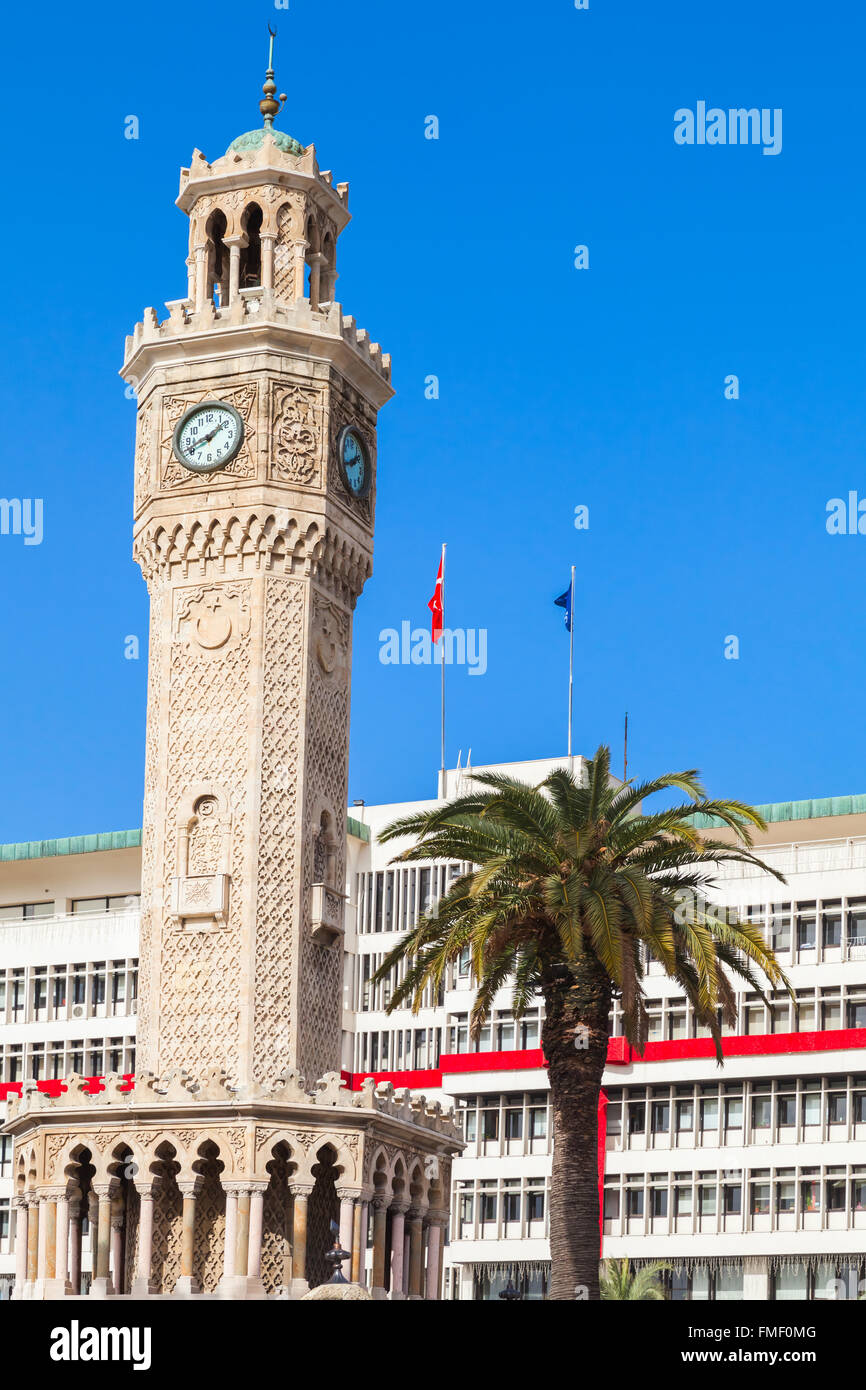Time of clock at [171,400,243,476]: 1:41
